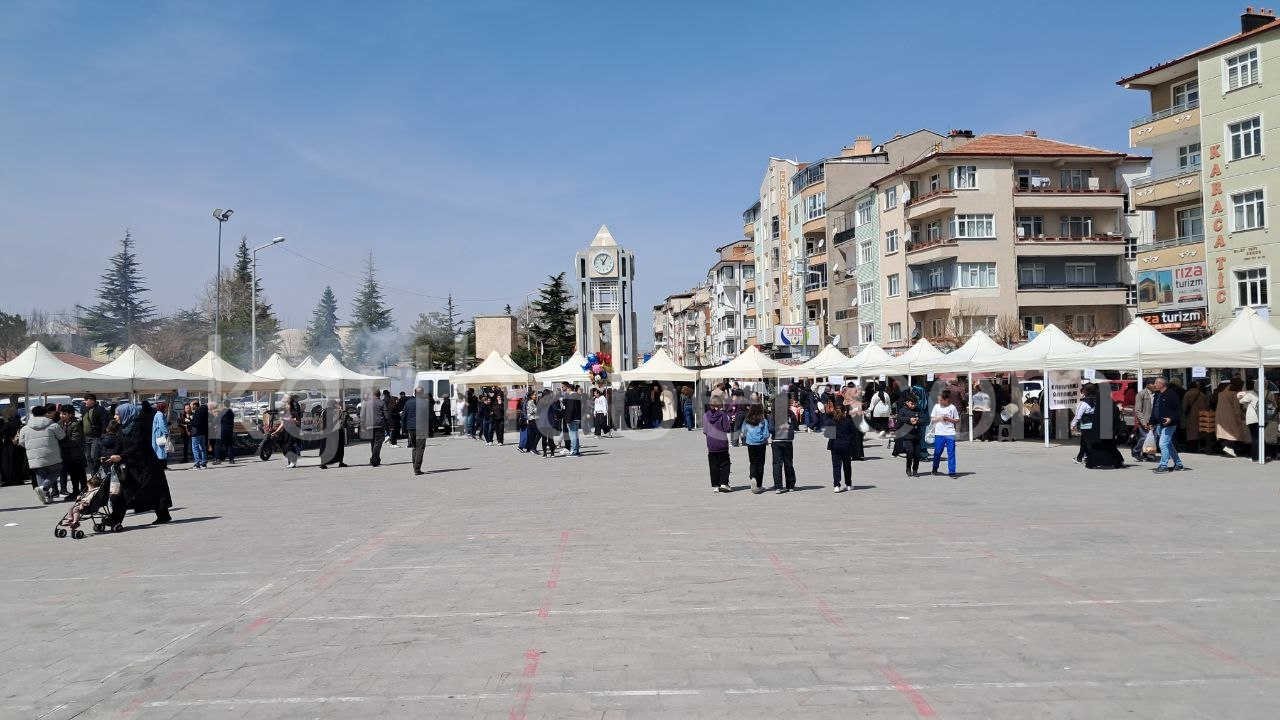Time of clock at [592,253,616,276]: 11:05
